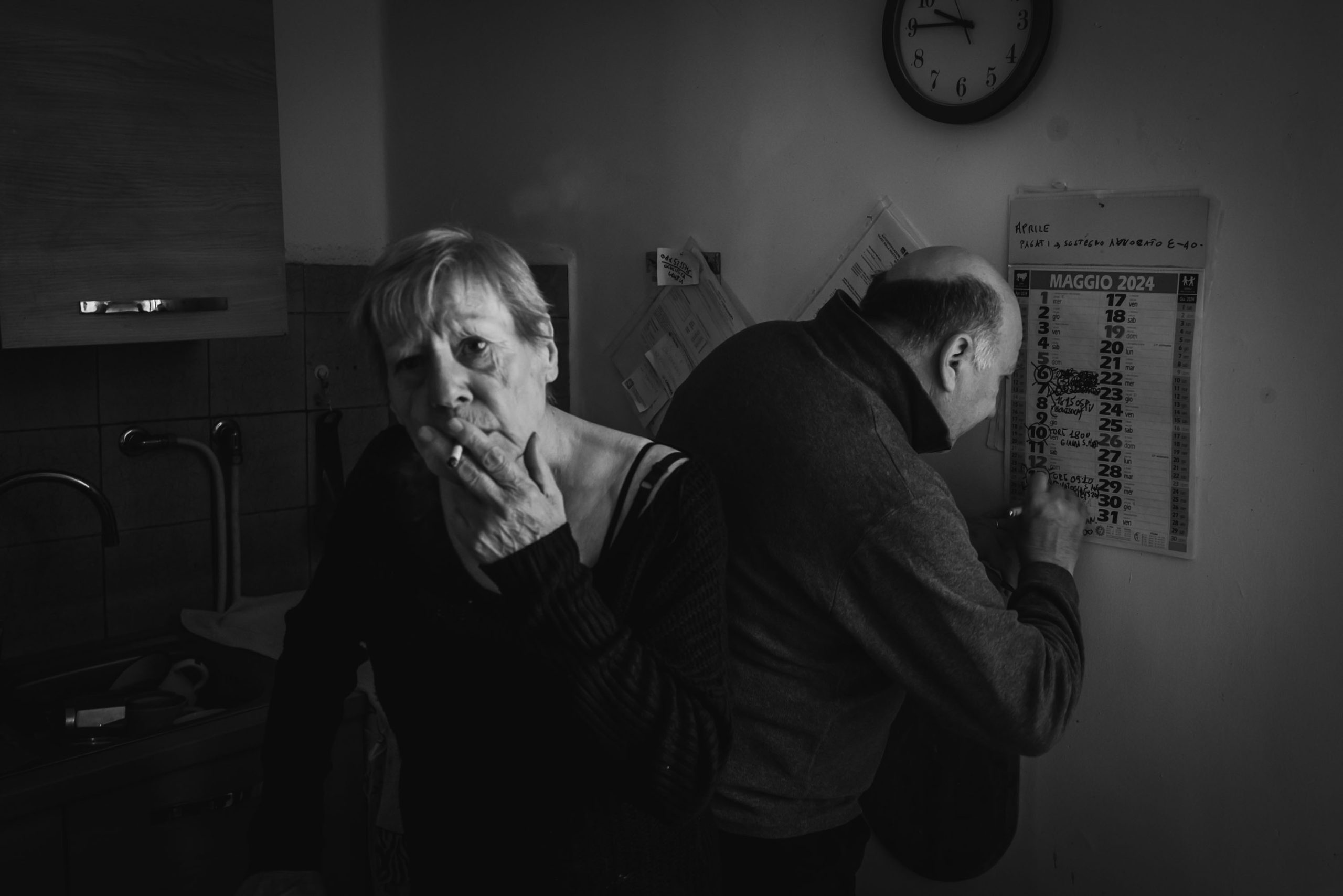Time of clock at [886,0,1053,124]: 9:44
